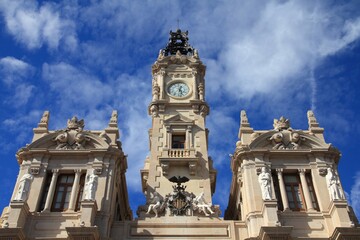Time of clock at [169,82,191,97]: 12:27
